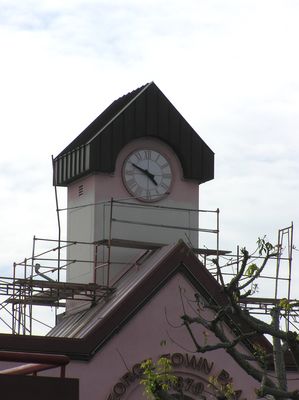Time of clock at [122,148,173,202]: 4:49
